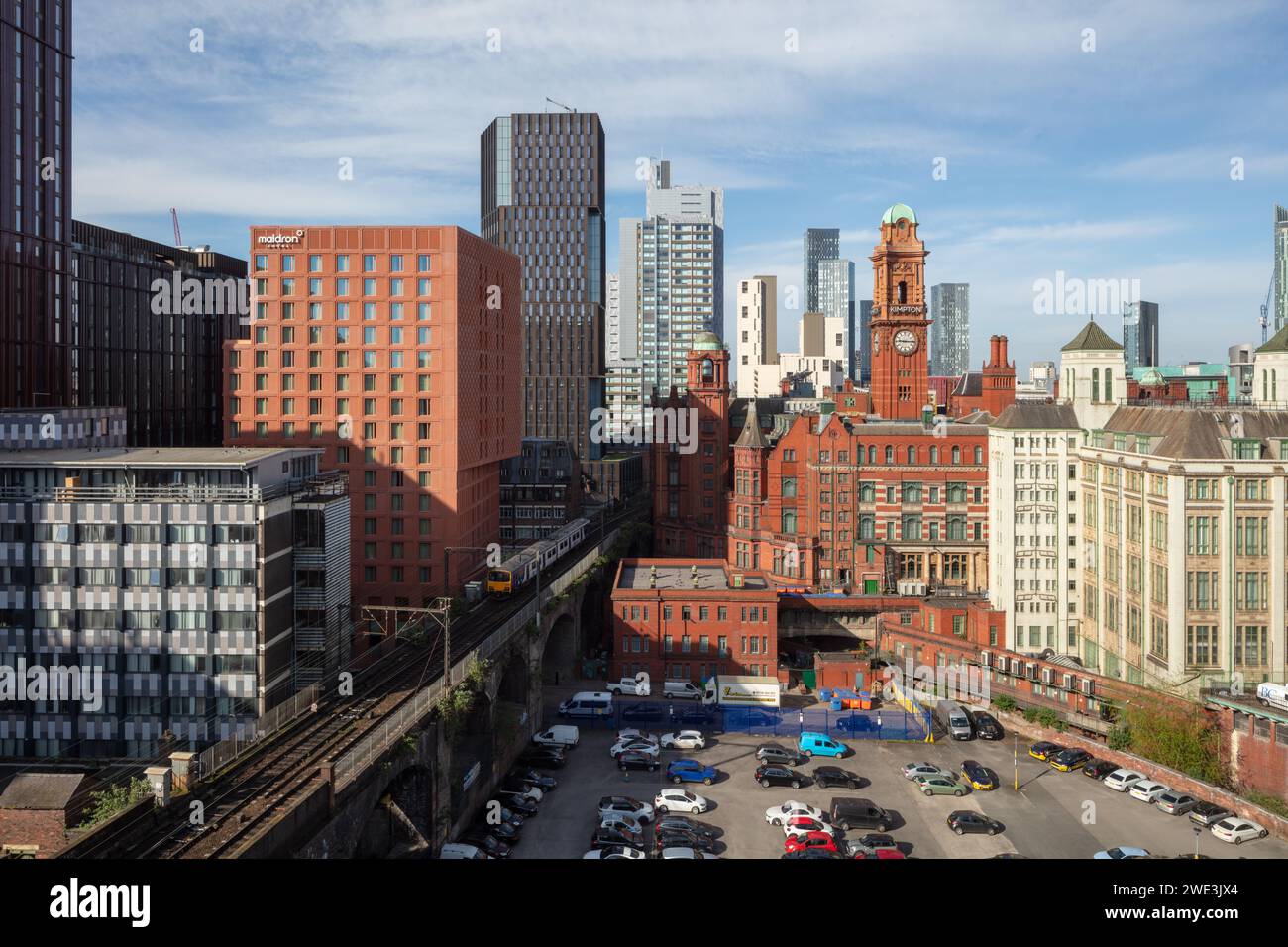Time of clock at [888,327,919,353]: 9:15
